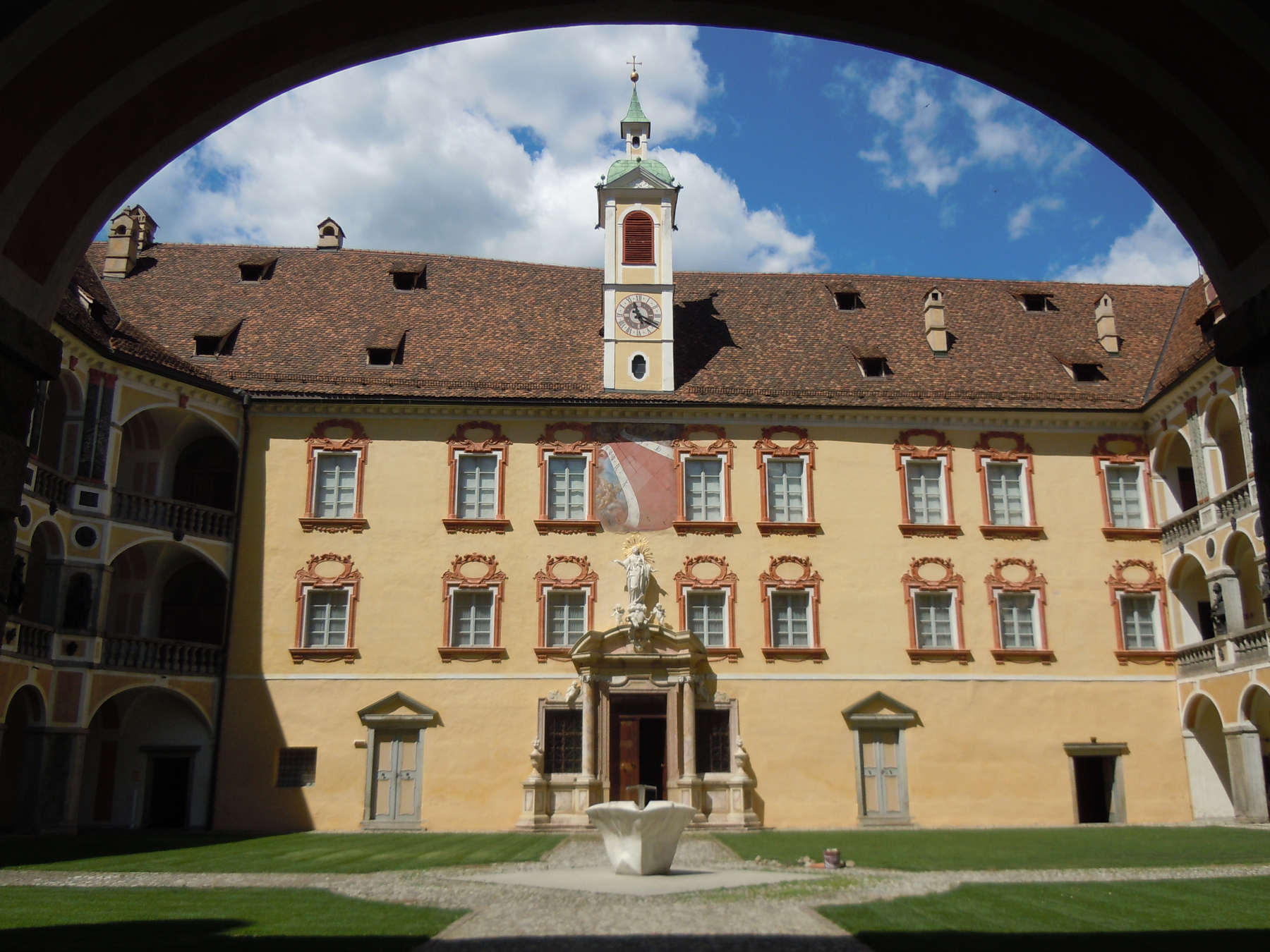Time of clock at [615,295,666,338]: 11:19
